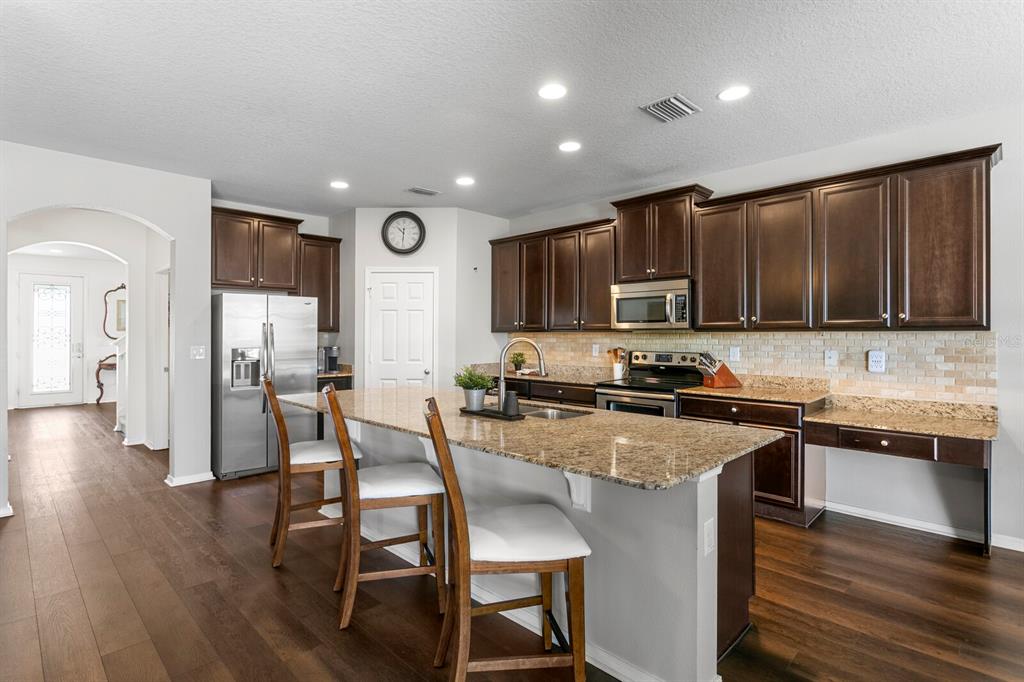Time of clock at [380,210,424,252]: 10:30
